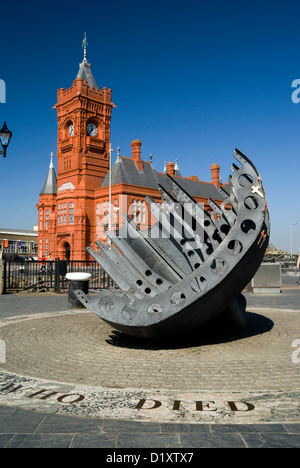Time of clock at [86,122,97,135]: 11:35
